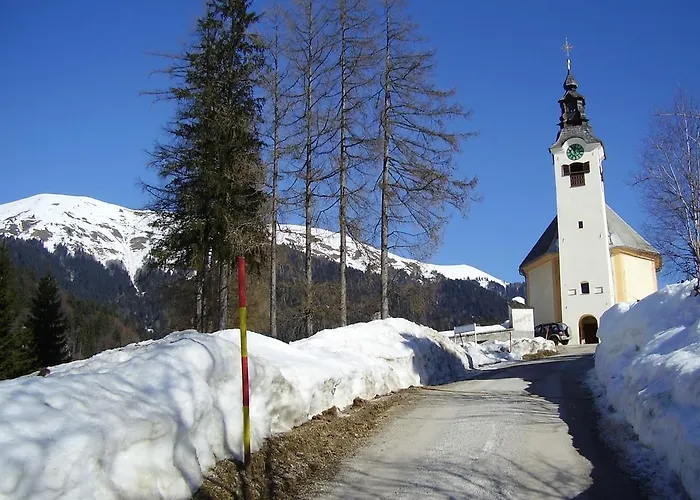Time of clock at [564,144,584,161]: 11:55
